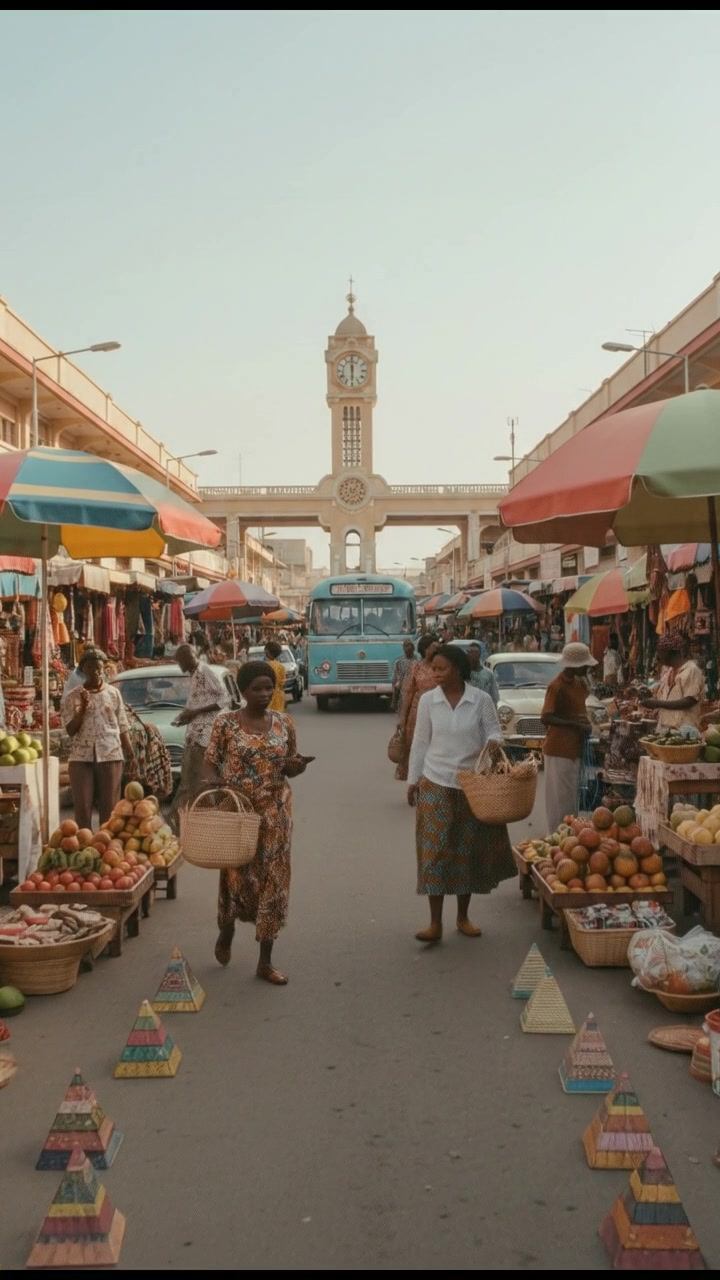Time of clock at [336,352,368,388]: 5:59
